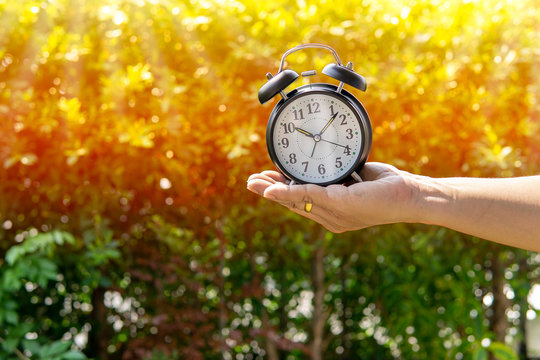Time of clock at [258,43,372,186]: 10:07
